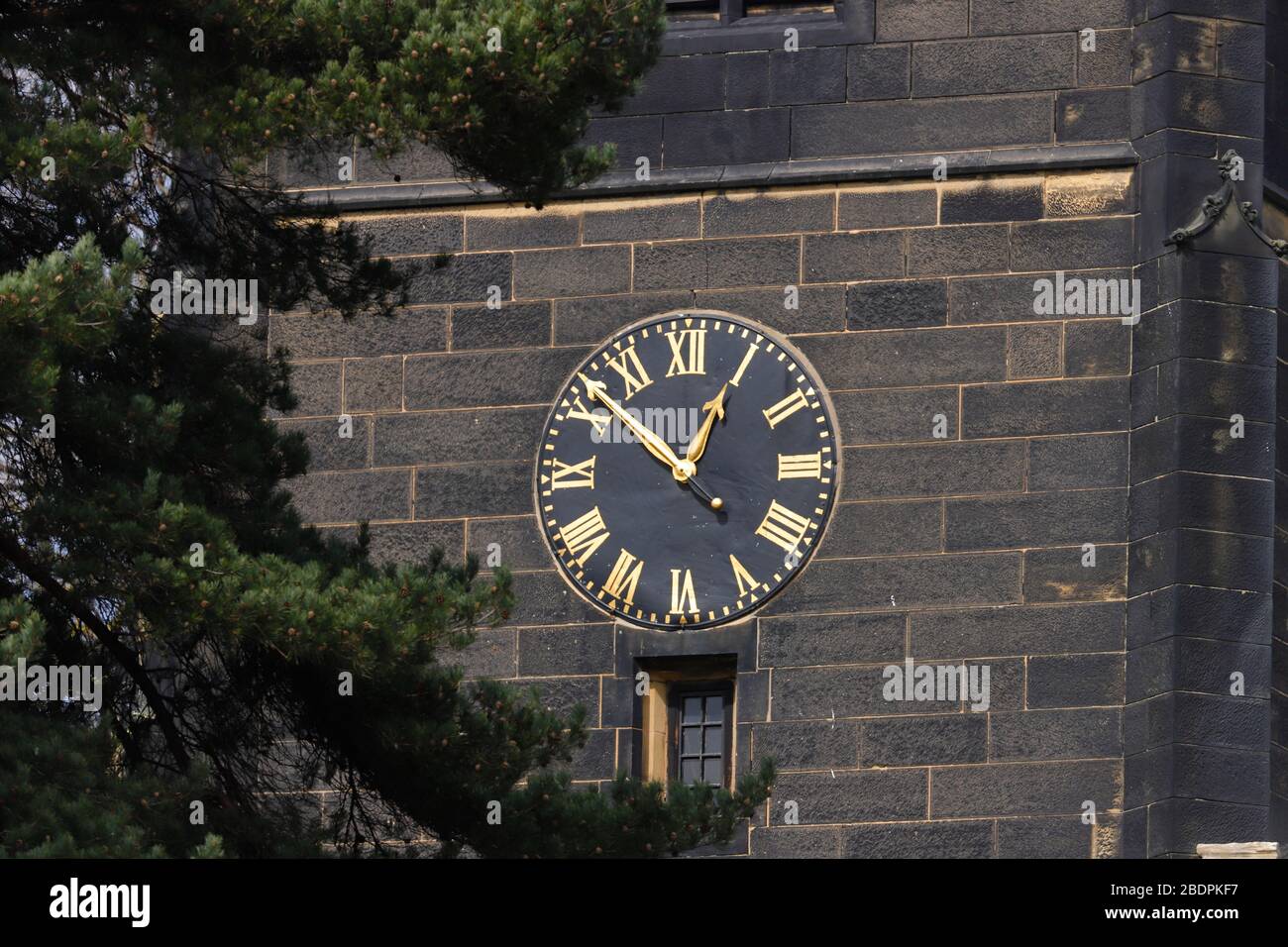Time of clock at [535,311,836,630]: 12:52
